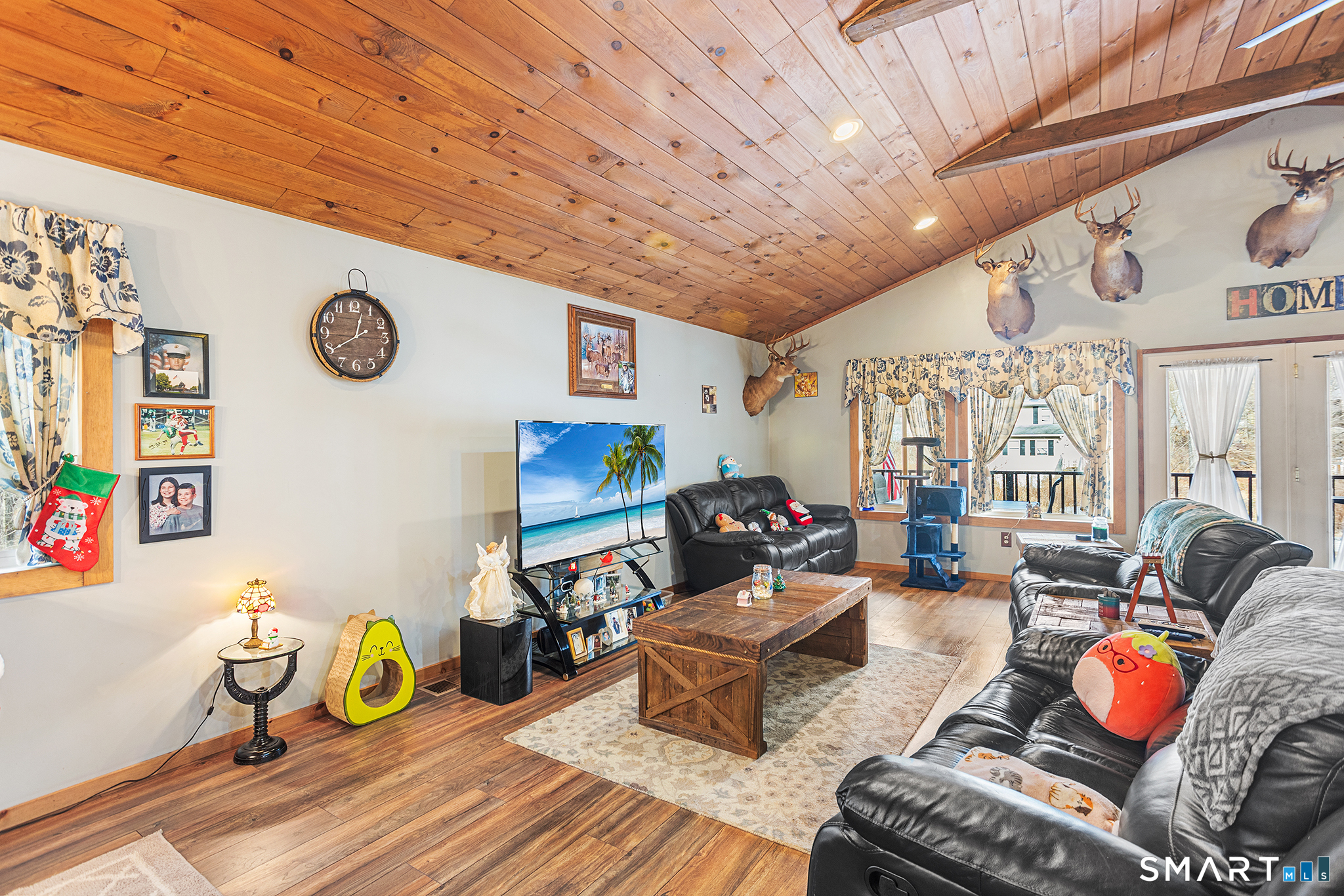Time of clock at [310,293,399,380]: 12:39
